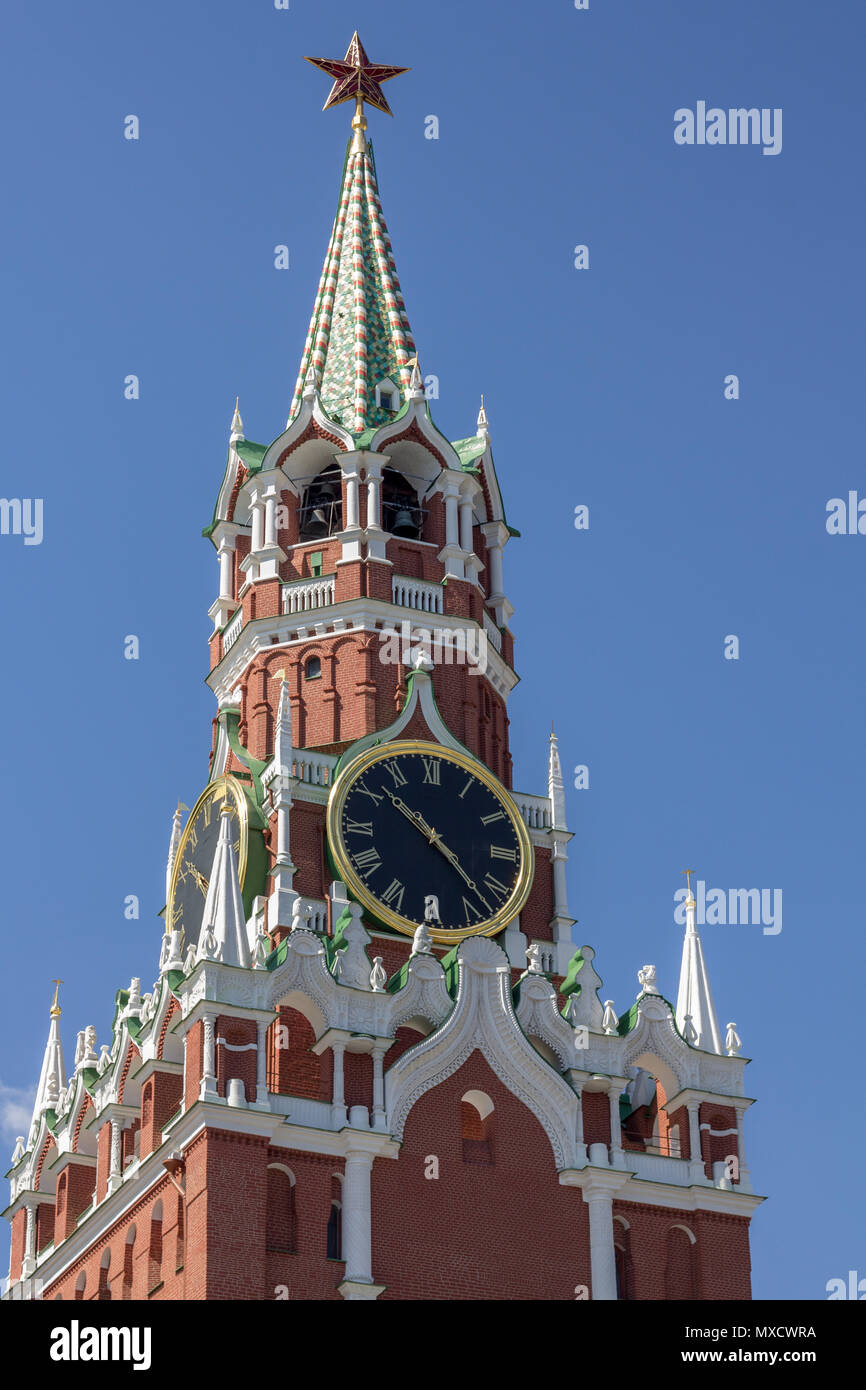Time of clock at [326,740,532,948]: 10:22
